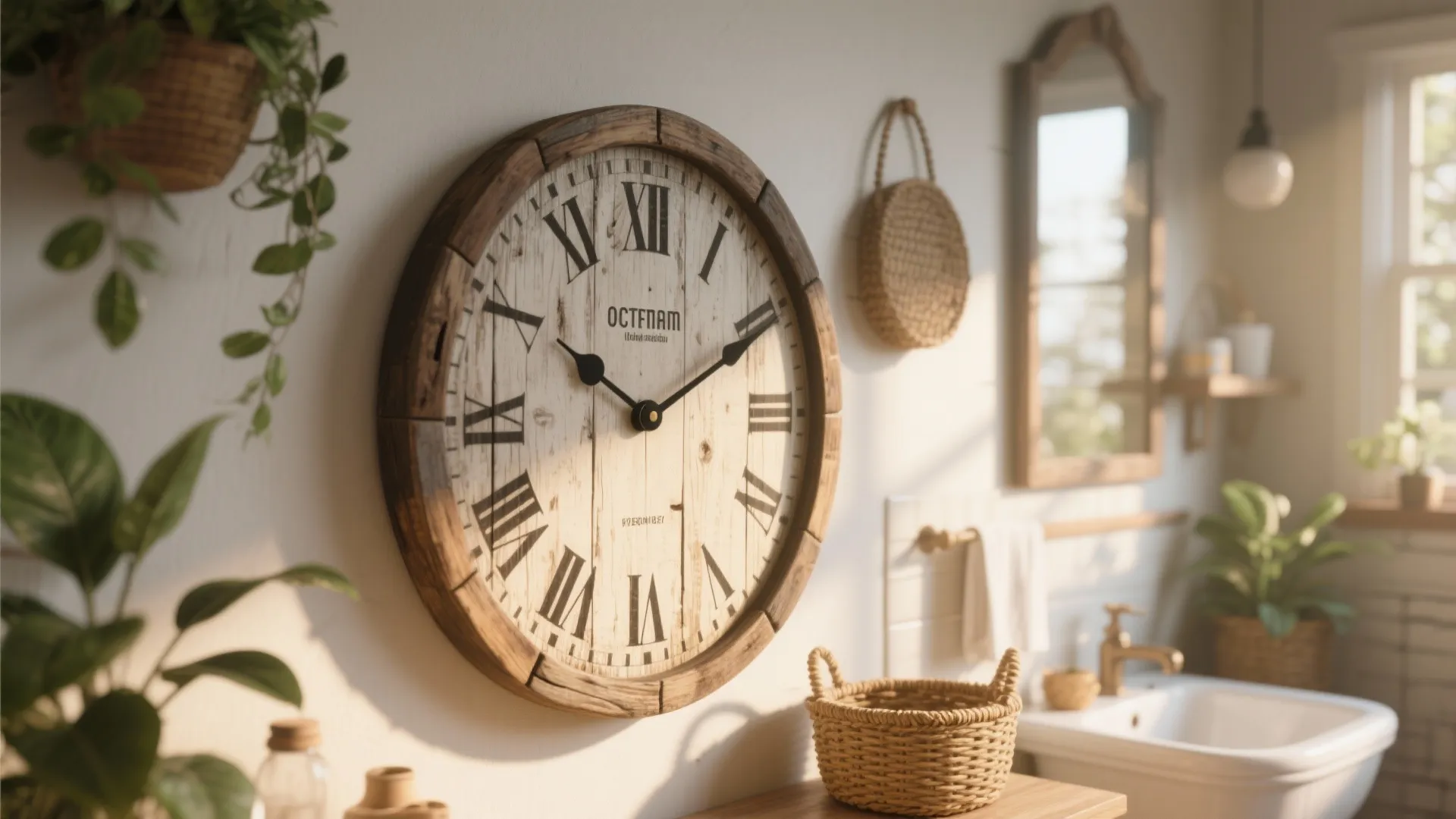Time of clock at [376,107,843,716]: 10:10
